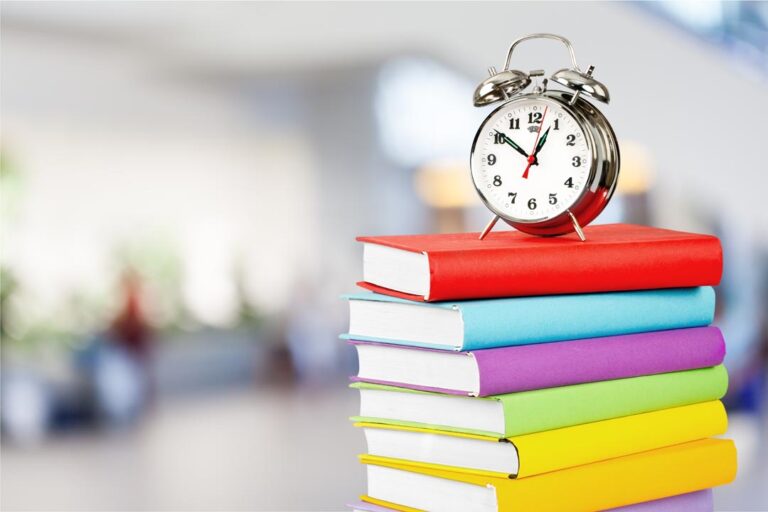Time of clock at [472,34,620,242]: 12:51
